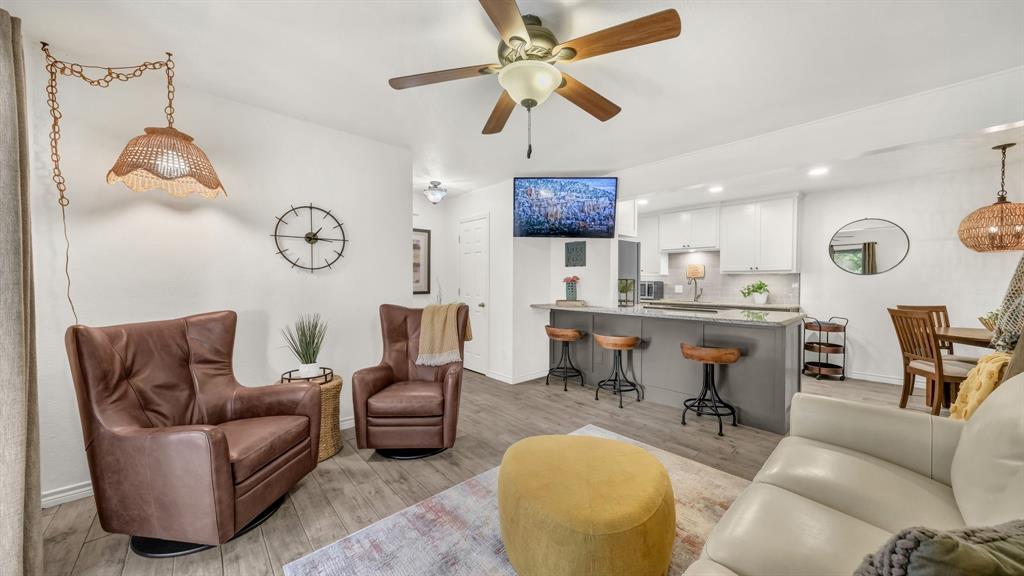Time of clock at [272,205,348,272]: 1:15
